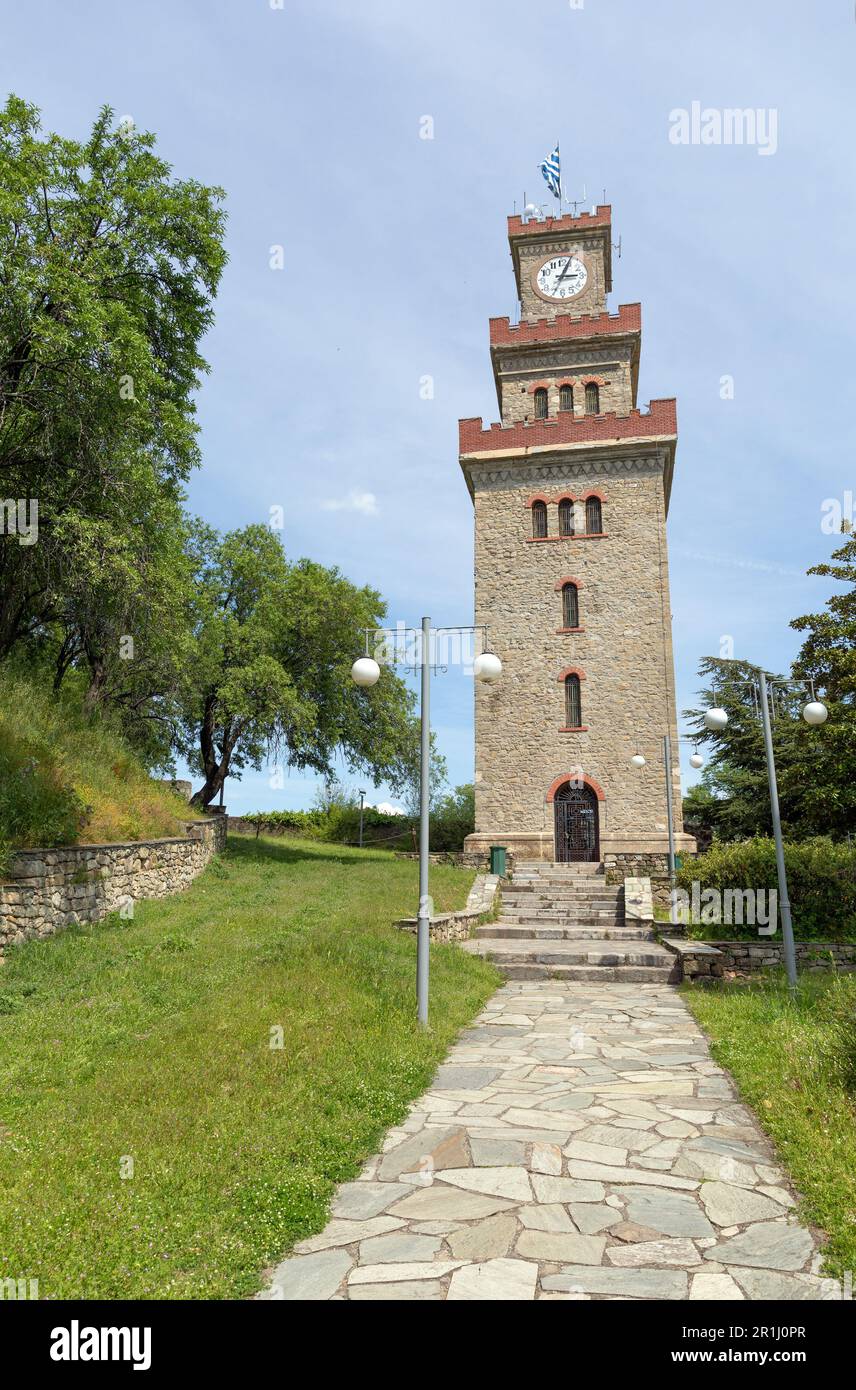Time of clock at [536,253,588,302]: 3:04
